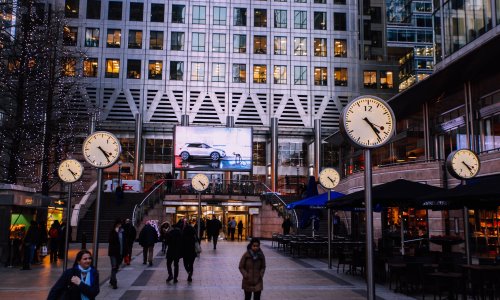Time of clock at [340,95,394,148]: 4:23
